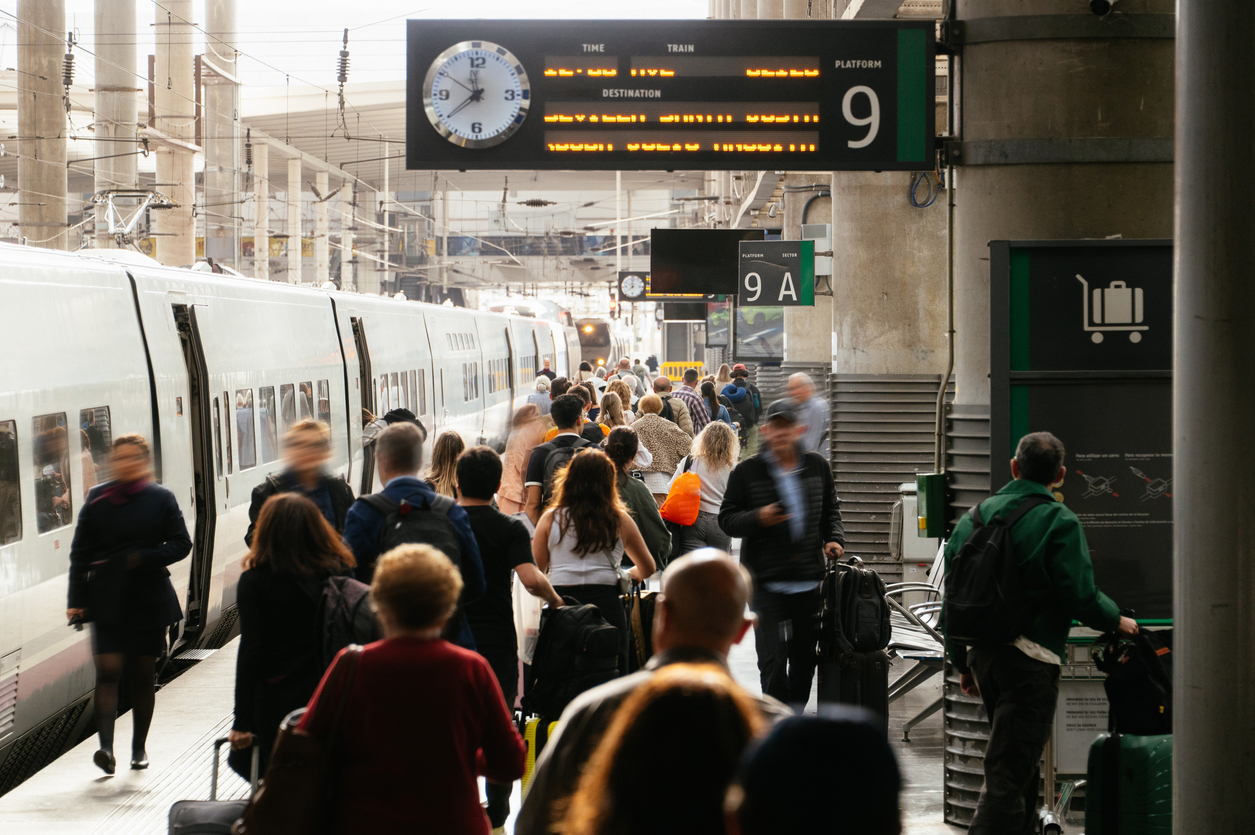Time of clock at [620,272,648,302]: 7:59
